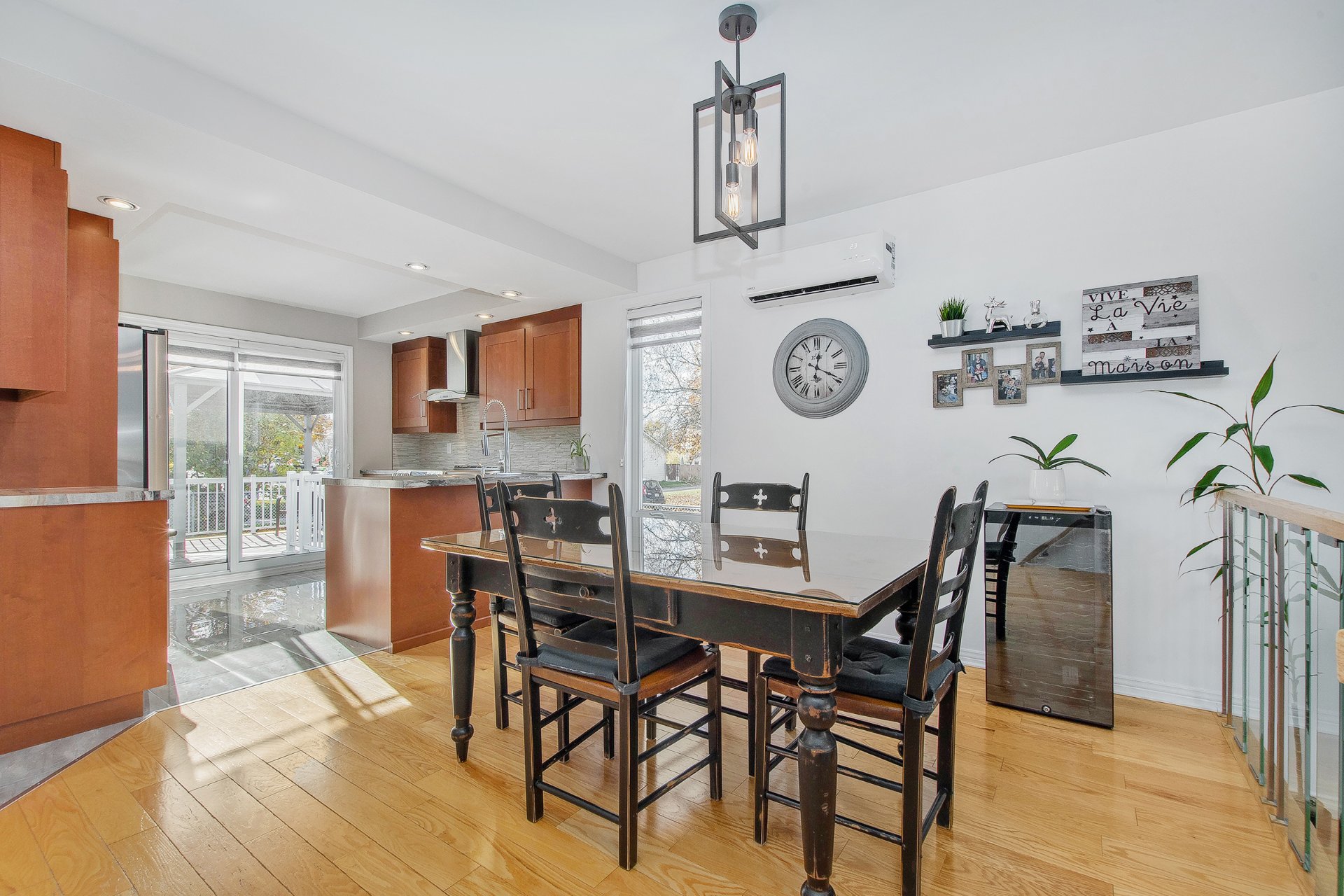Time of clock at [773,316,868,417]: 12:19
